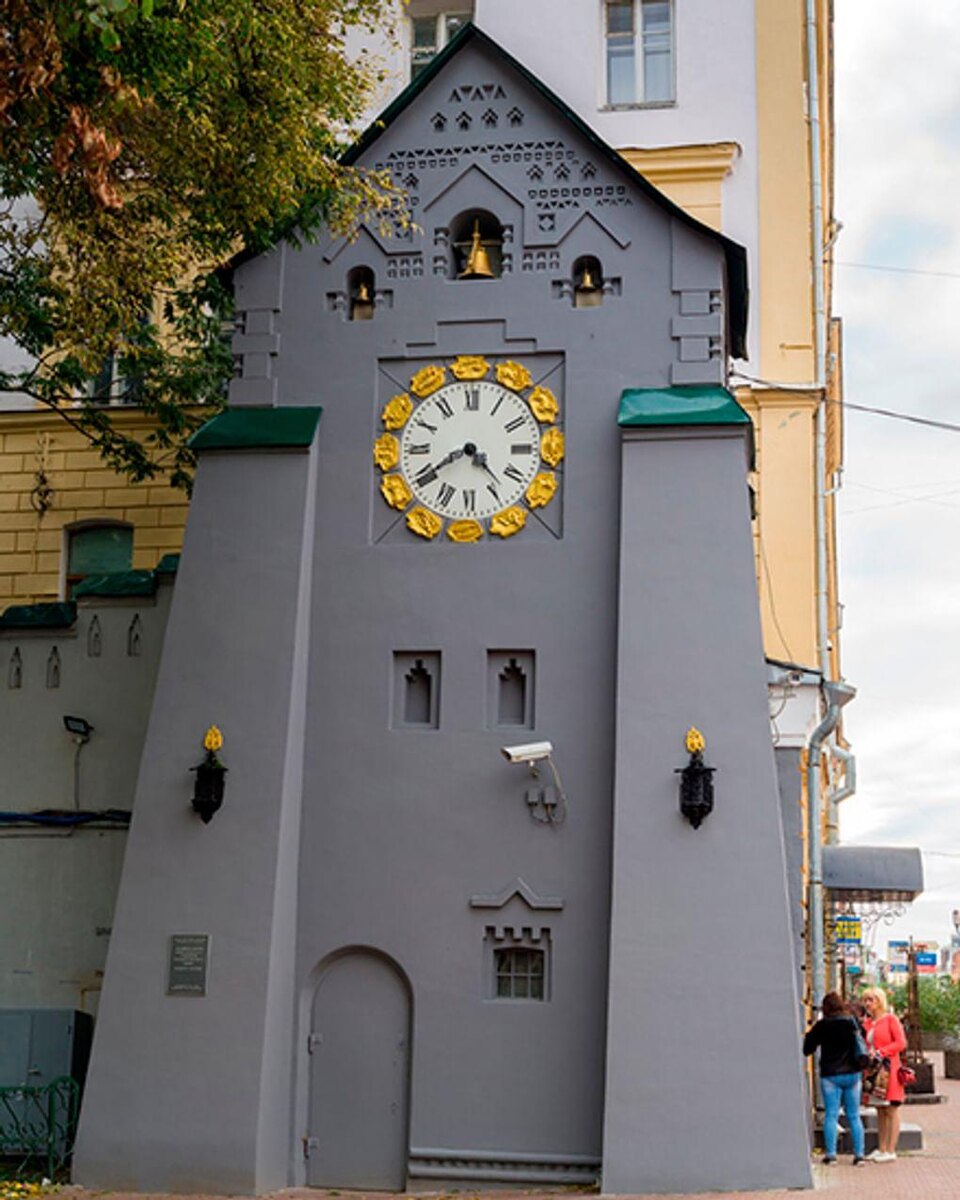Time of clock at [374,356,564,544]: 4:39
